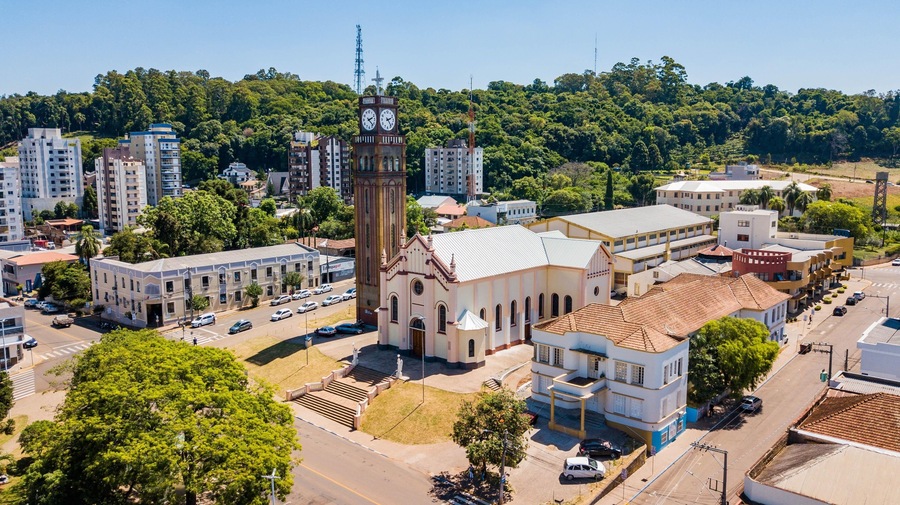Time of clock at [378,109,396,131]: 2:23
